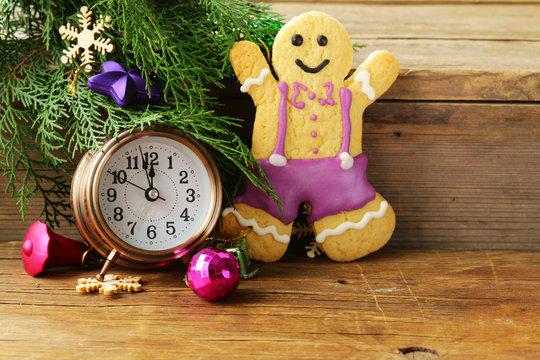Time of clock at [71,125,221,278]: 11:57
